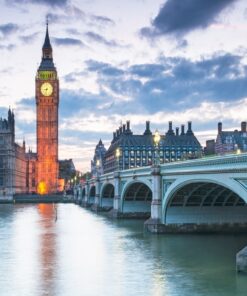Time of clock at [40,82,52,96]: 8:32
